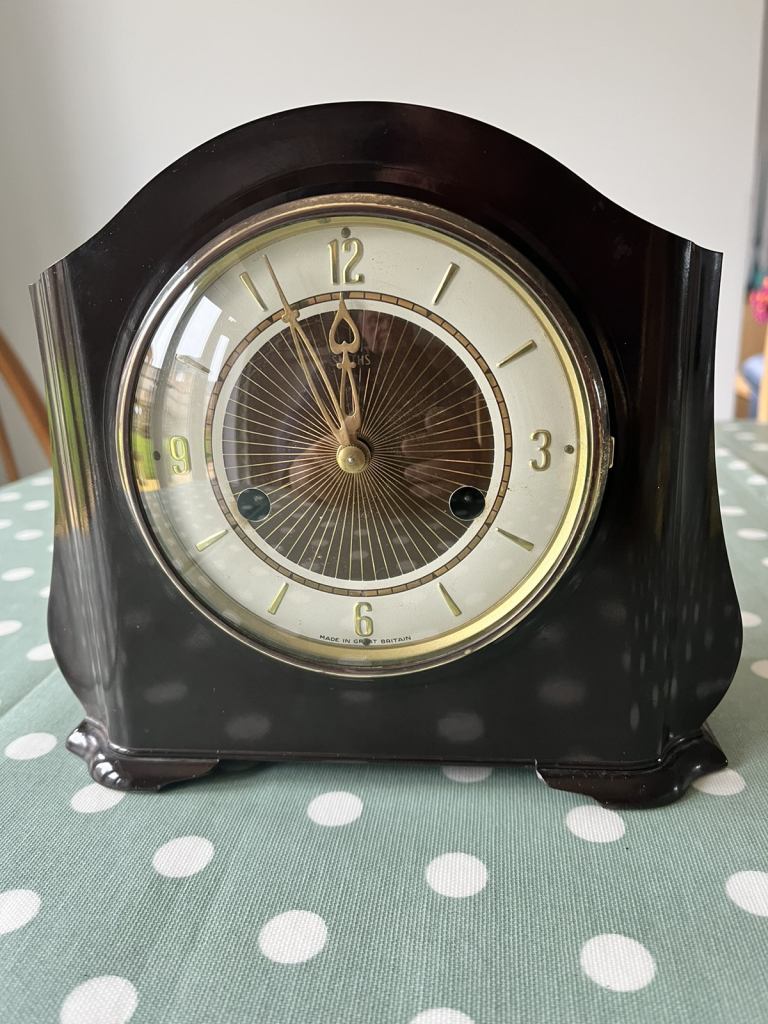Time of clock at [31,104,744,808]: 11:55
